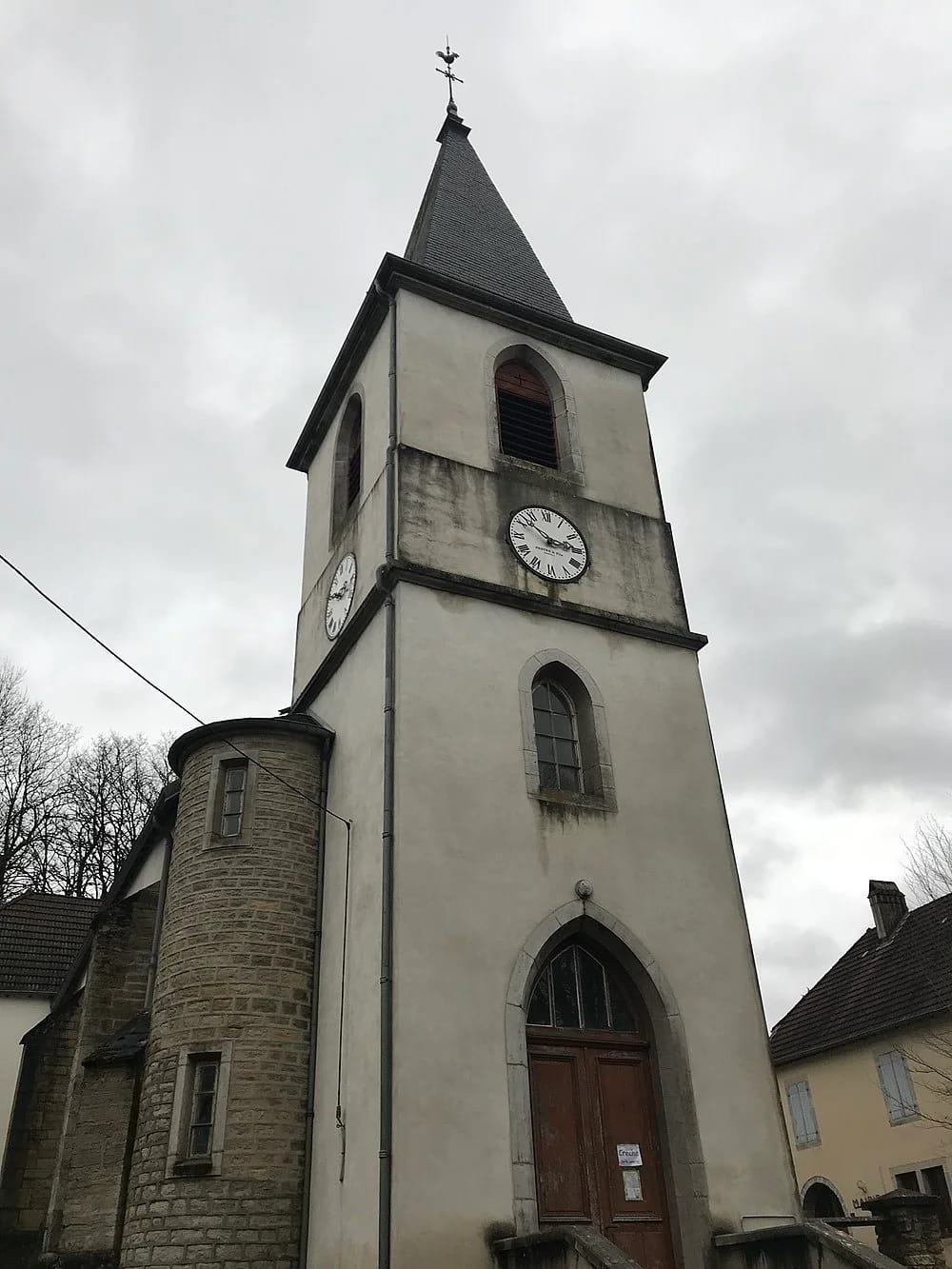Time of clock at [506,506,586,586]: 2:52
